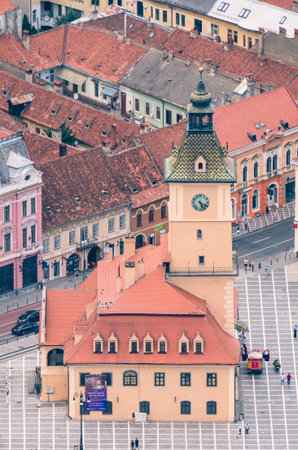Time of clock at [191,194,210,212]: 5:18
